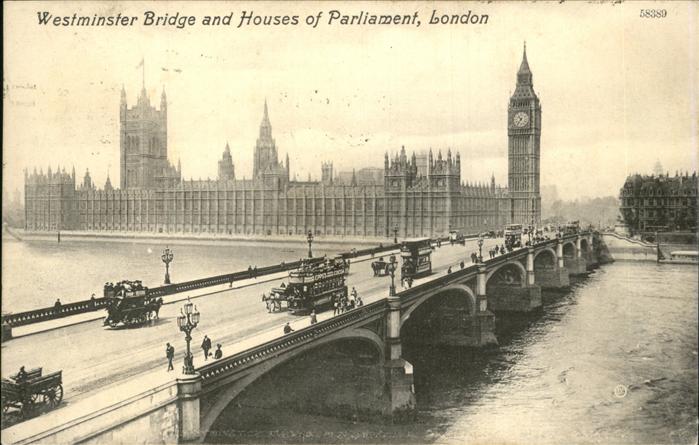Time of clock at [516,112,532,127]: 10:36
